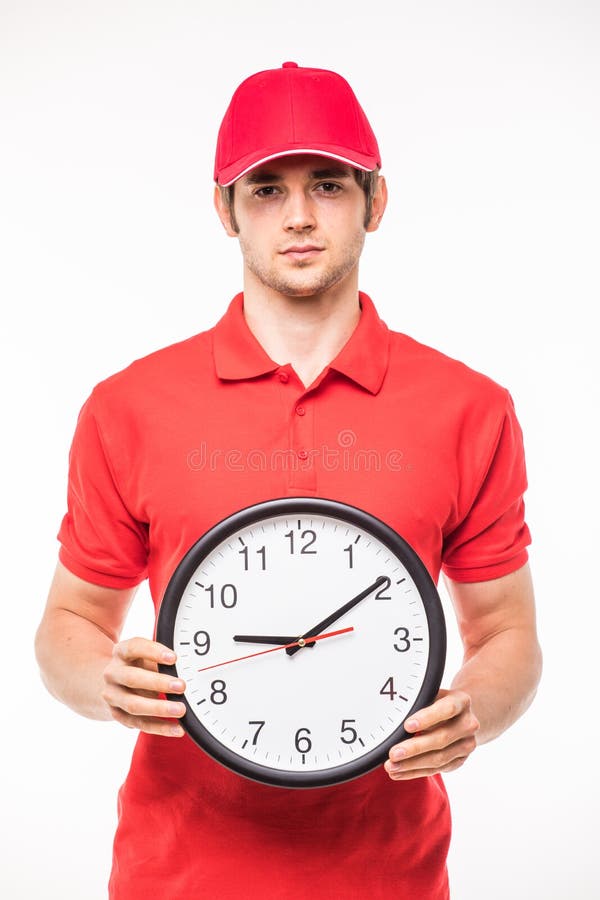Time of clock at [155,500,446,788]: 9:09
